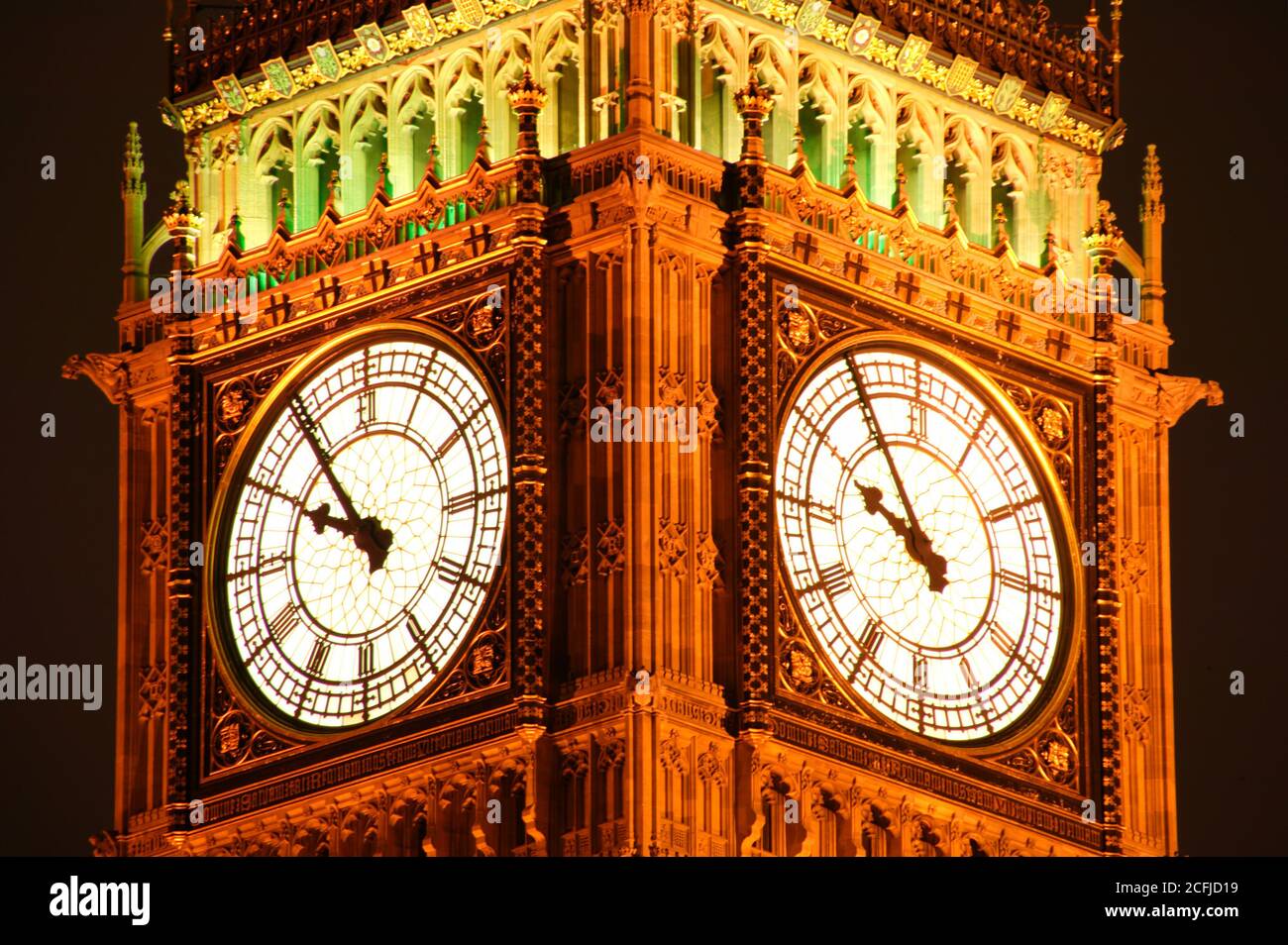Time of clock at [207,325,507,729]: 9:54
